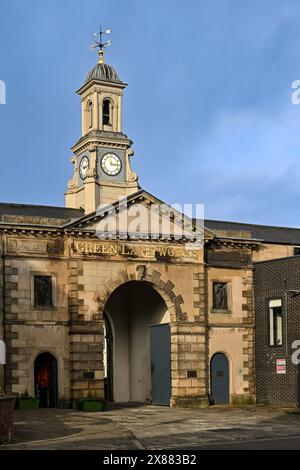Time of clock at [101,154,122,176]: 2:58
